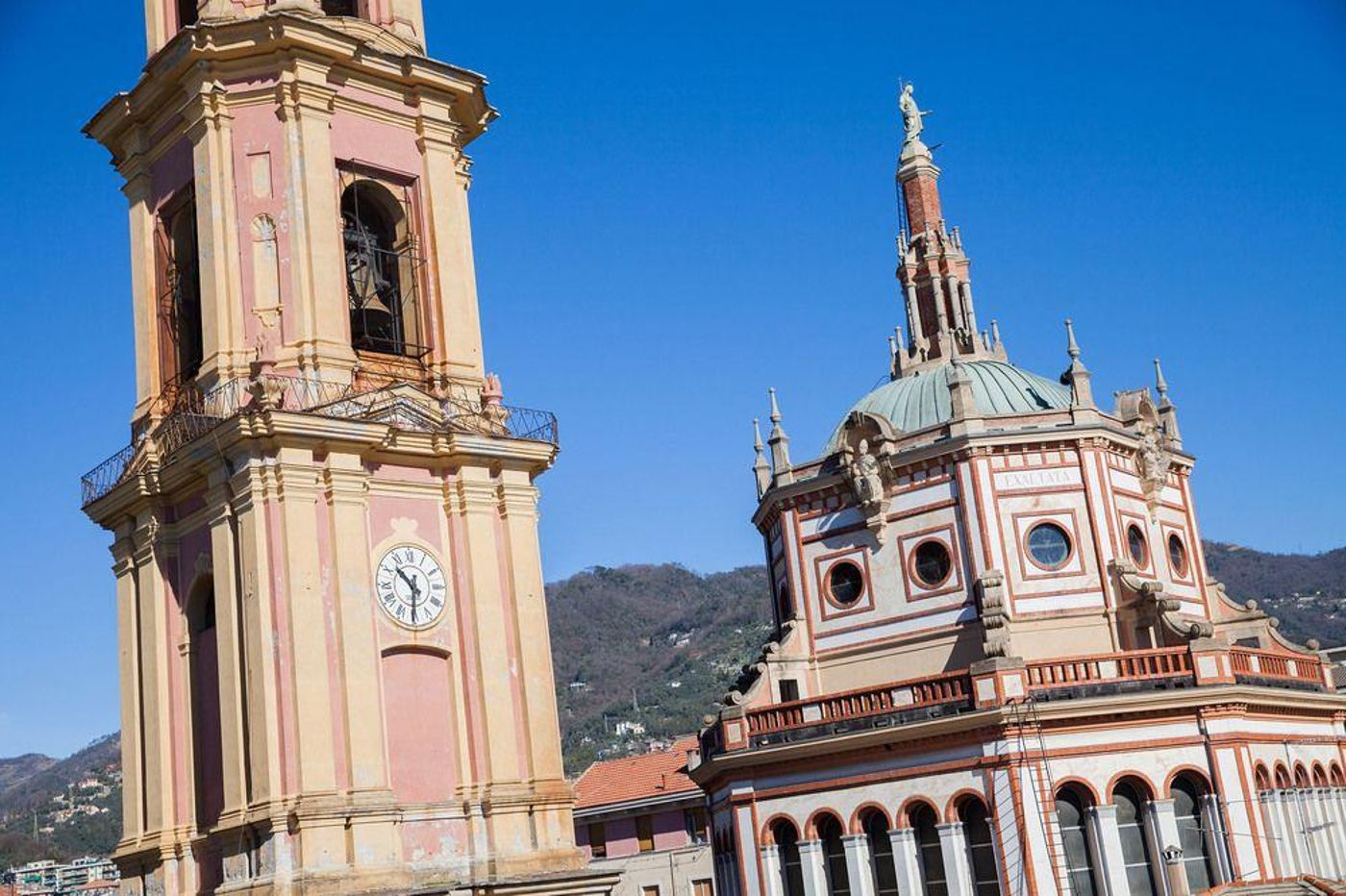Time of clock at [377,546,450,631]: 10:30
